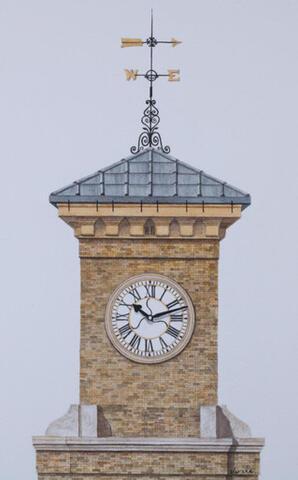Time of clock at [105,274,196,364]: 10:12
